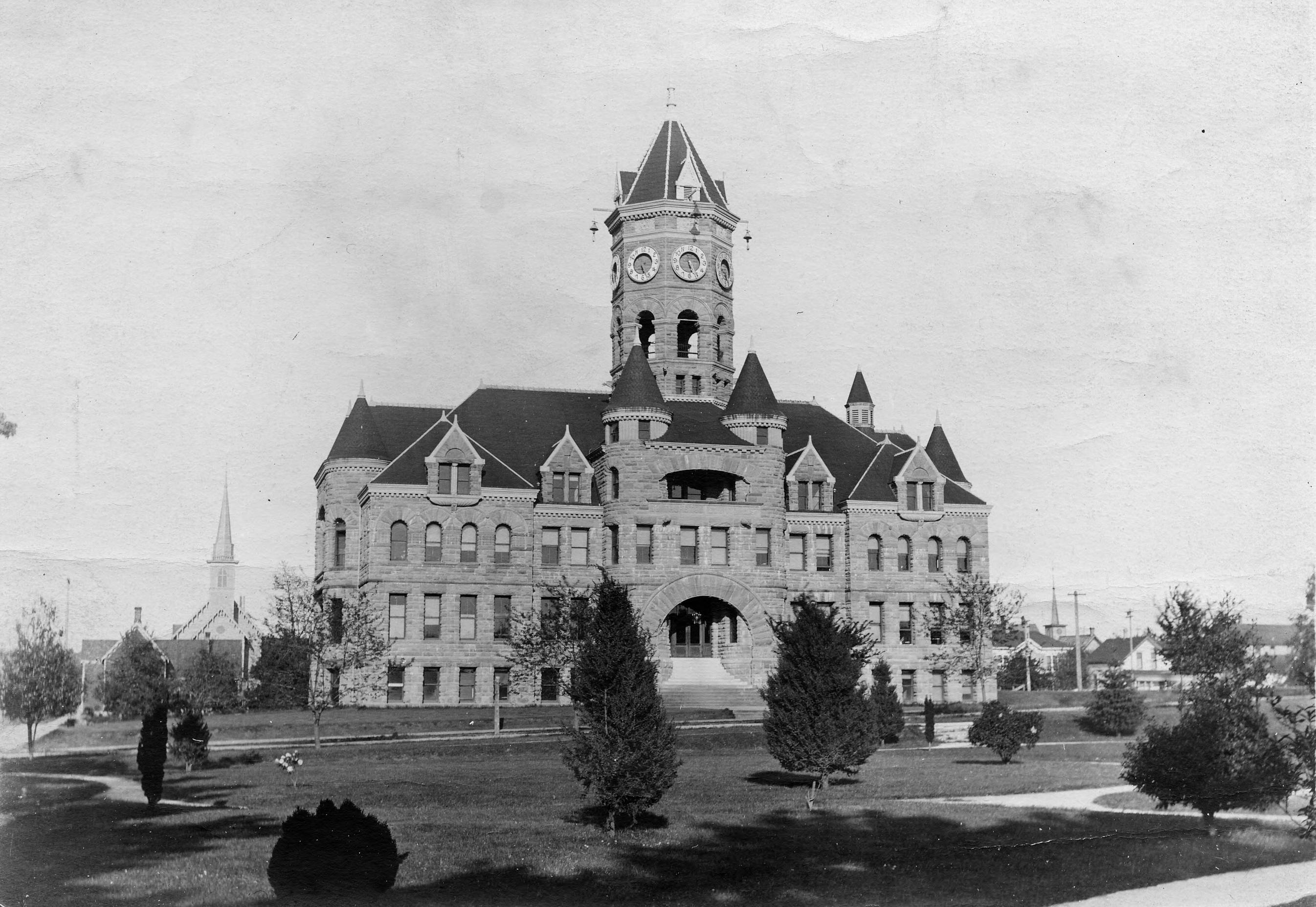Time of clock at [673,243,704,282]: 5:26
